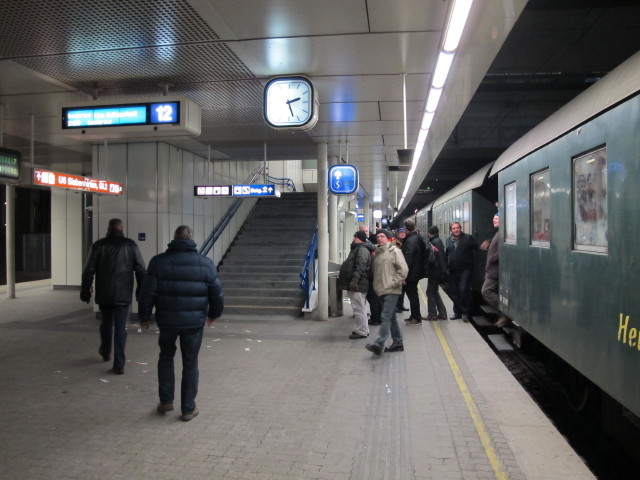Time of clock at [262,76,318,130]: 2:27
